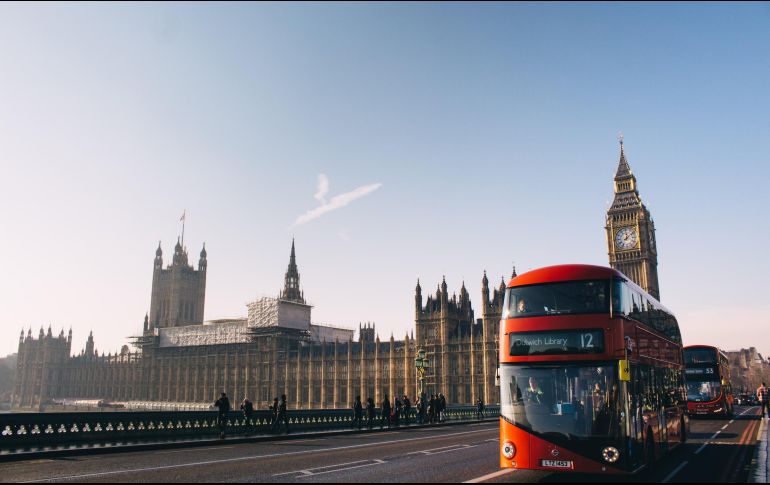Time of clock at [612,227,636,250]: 12:08
